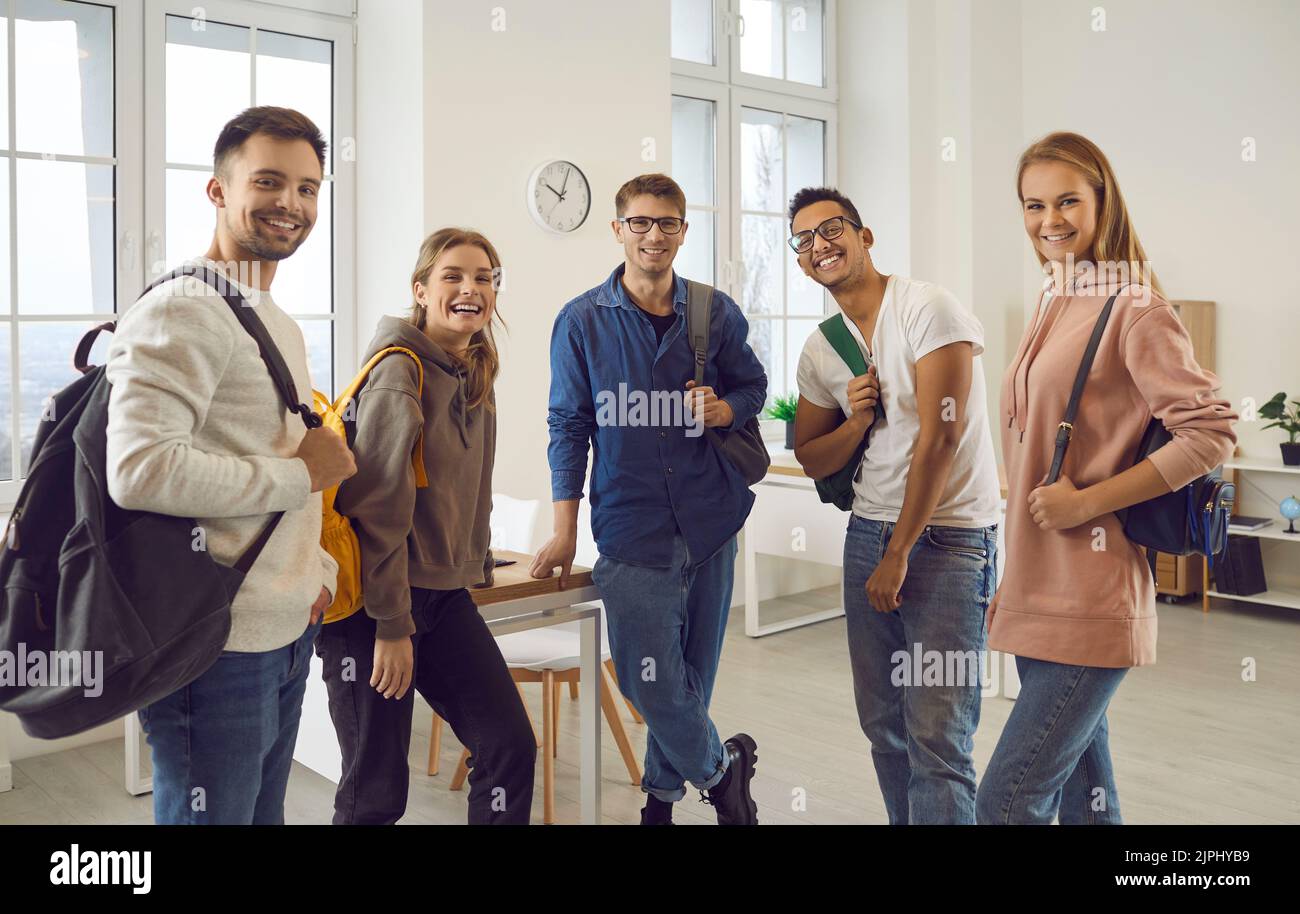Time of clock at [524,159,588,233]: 10:03
